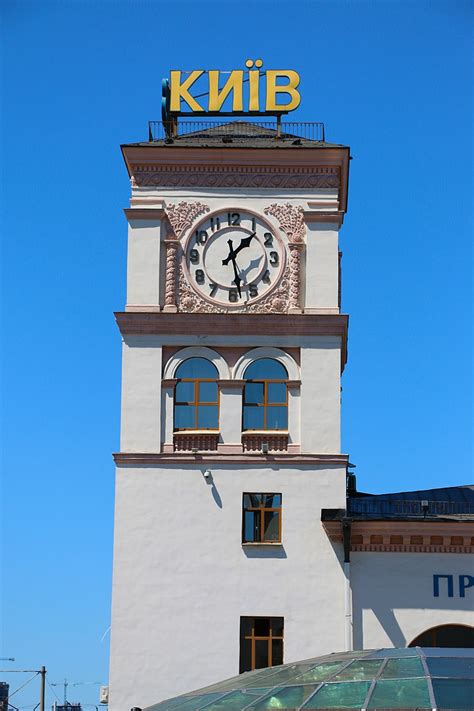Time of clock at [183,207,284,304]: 1:28
